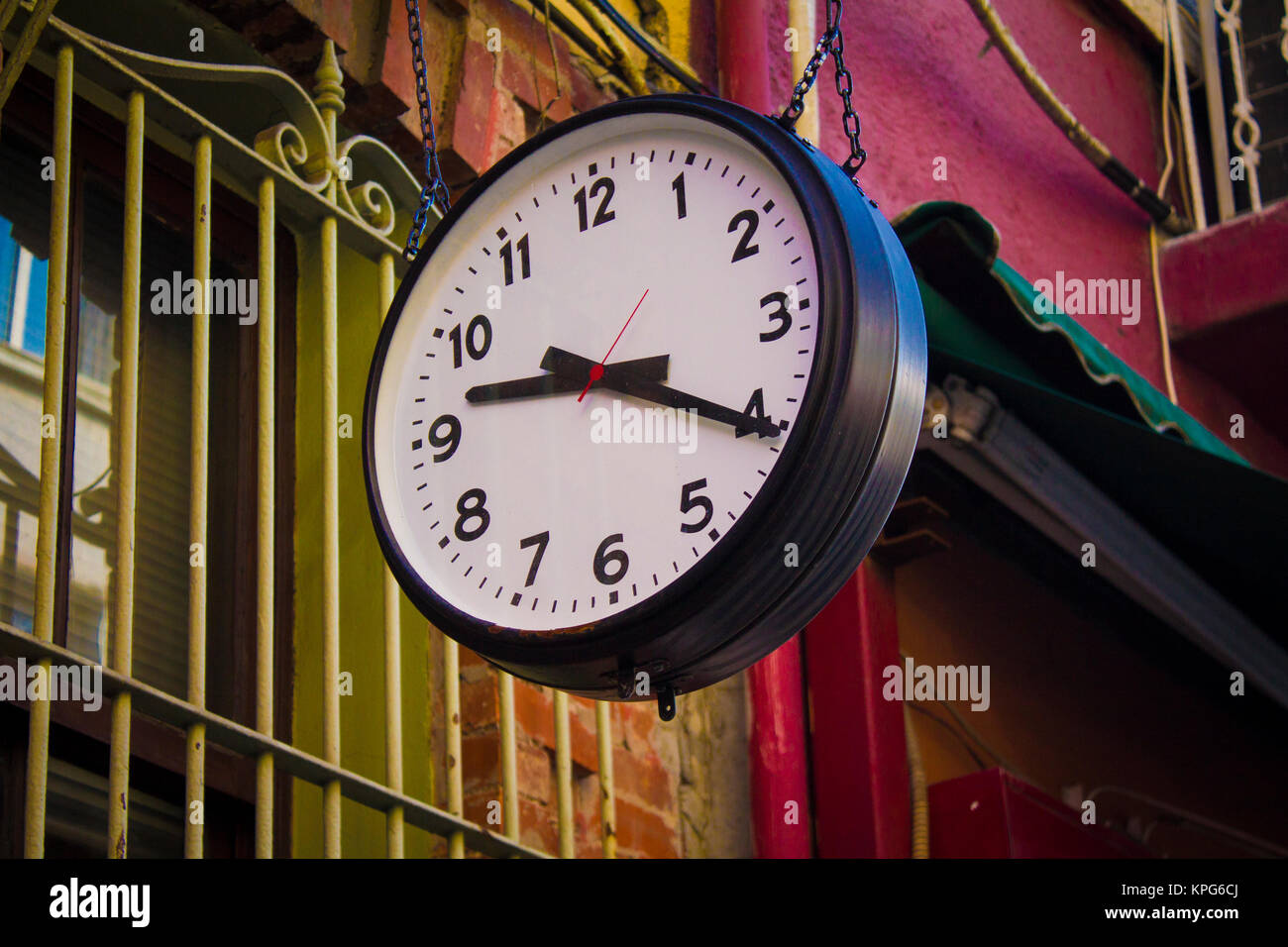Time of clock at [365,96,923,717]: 9:20
